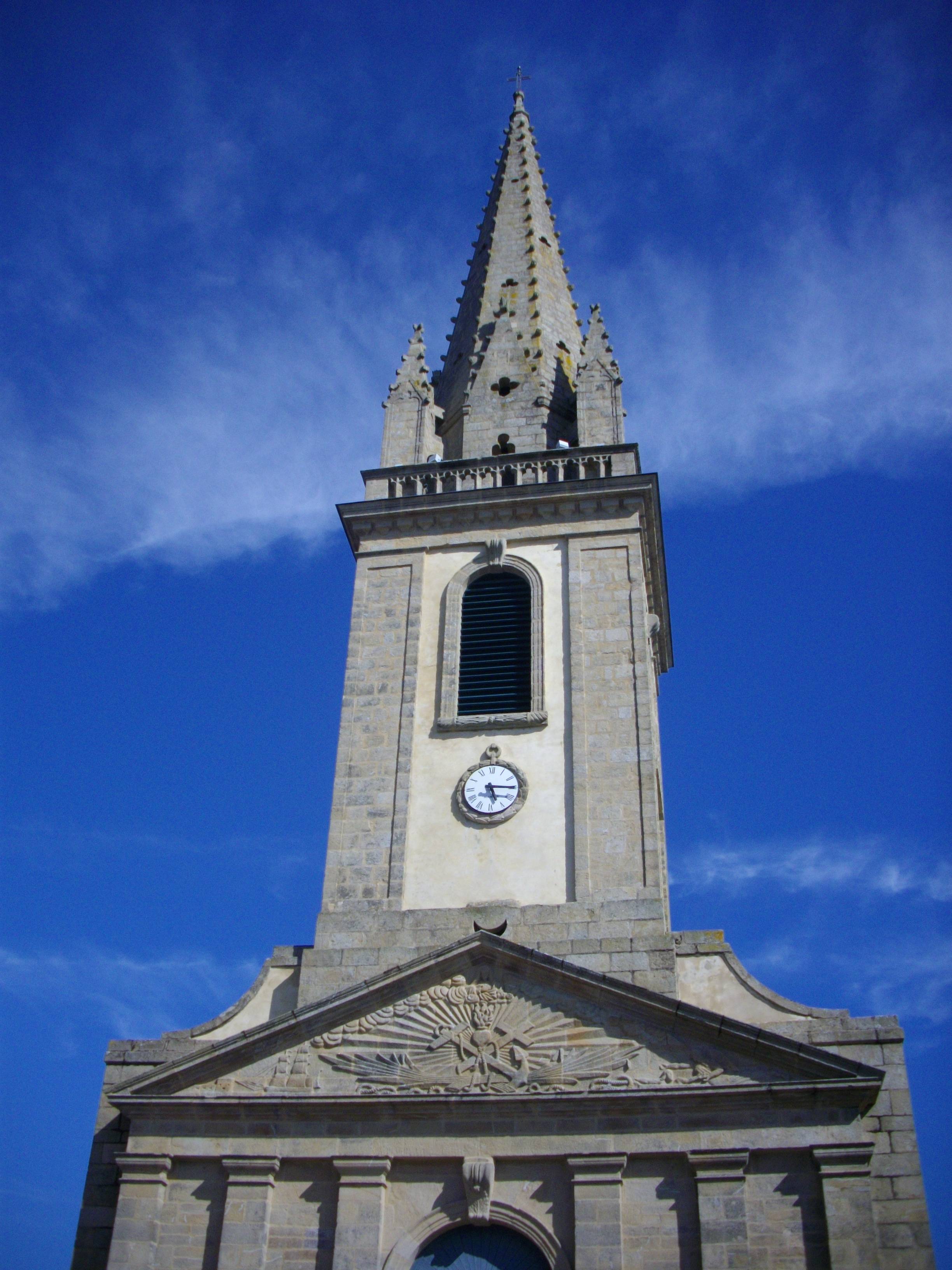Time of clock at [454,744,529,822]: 5:15
